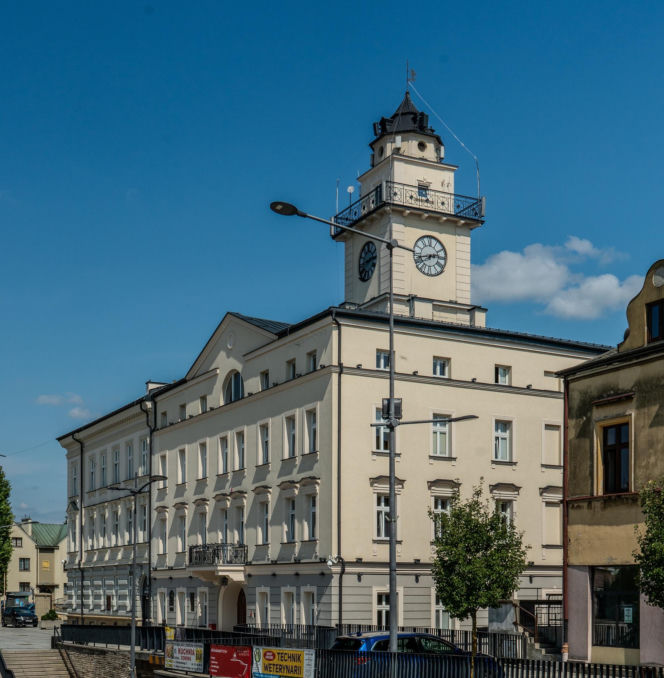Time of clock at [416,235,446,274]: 2:42
